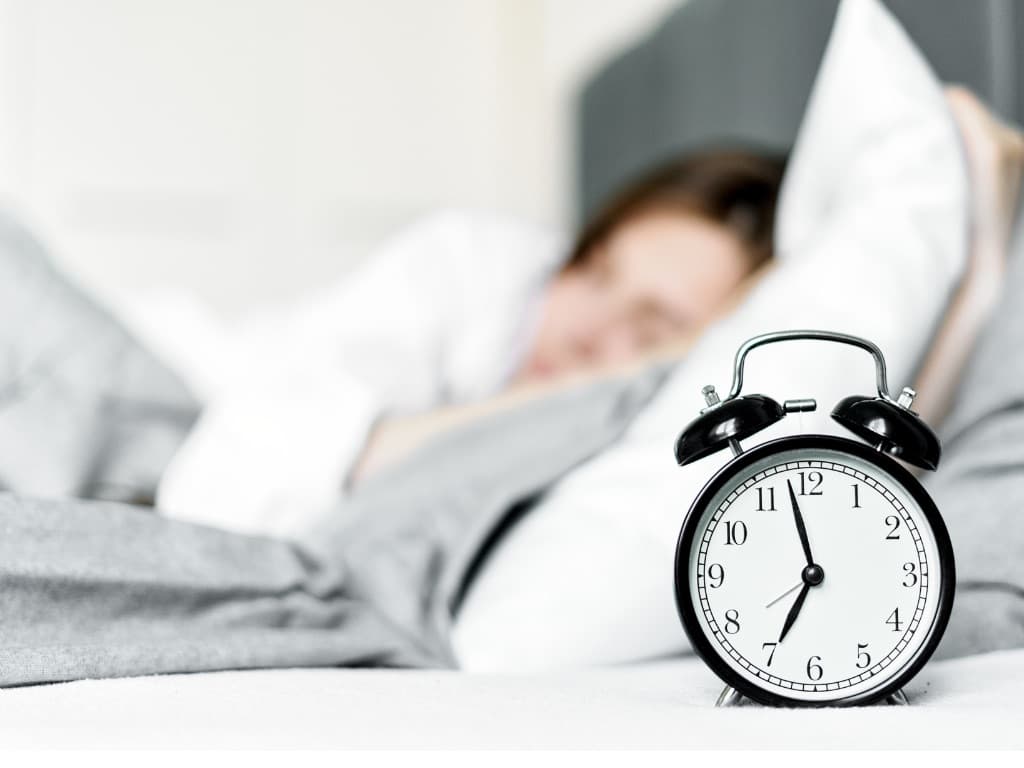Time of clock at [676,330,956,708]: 6:58
